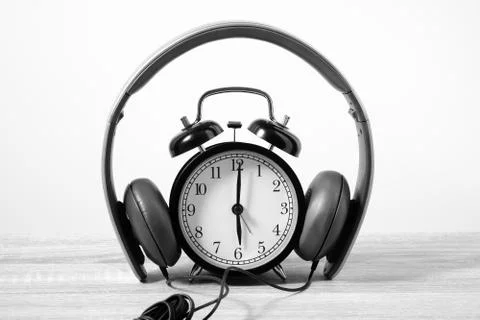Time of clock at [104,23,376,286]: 6:00
